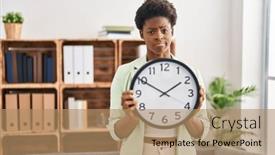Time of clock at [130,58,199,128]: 1:50
